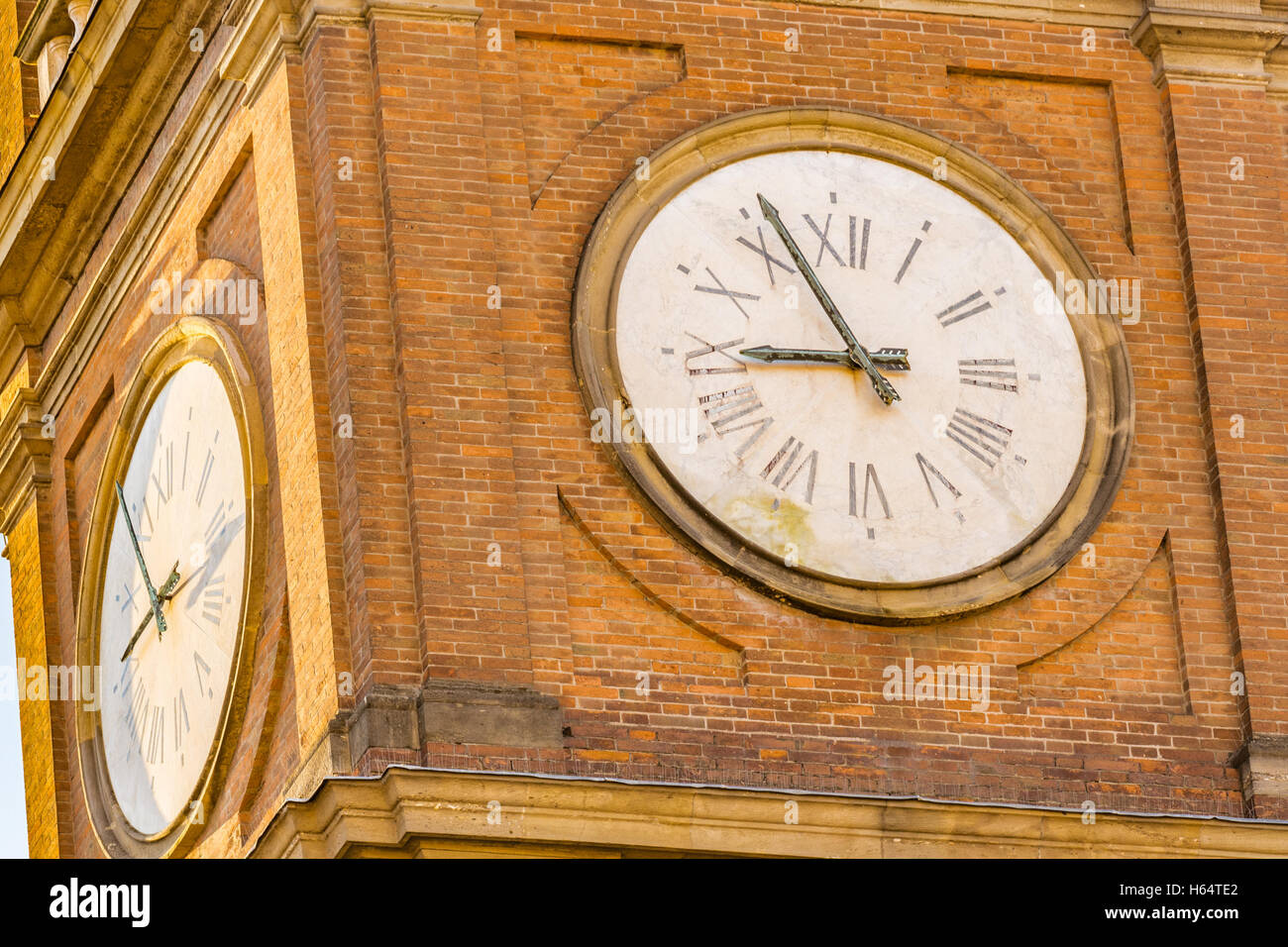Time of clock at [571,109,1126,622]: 8:55
